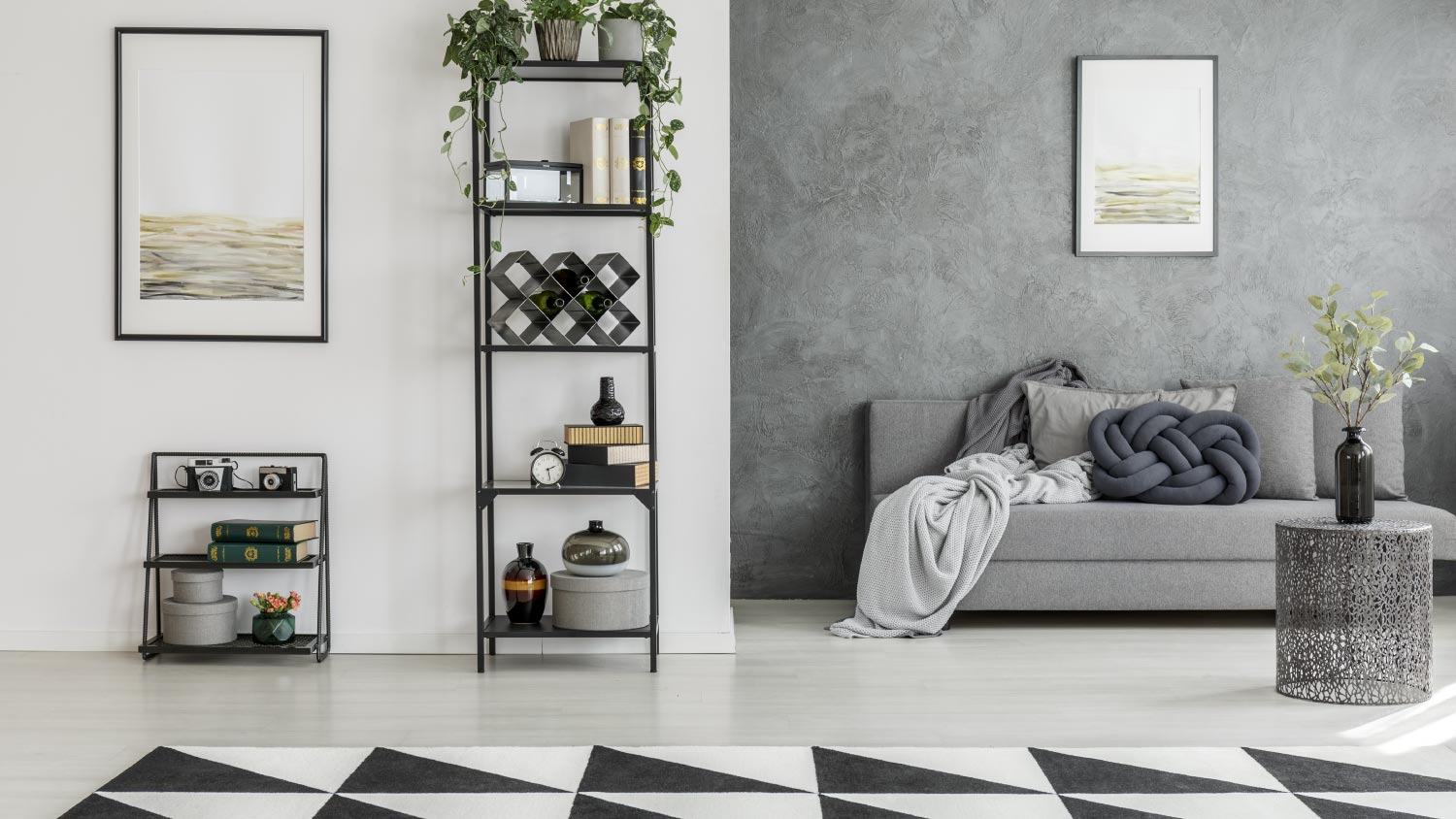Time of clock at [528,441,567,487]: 2:28
